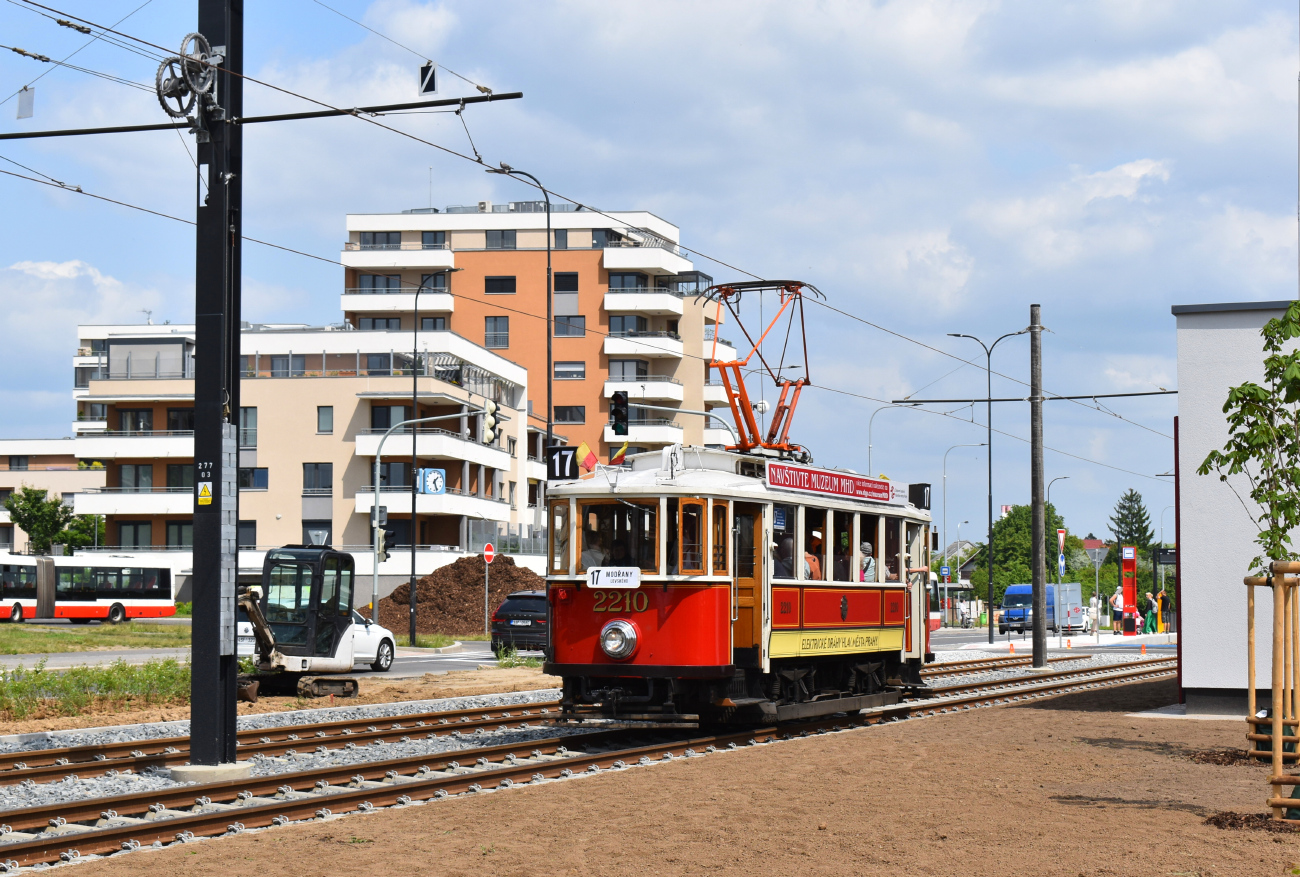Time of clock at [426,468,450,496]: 1:26
